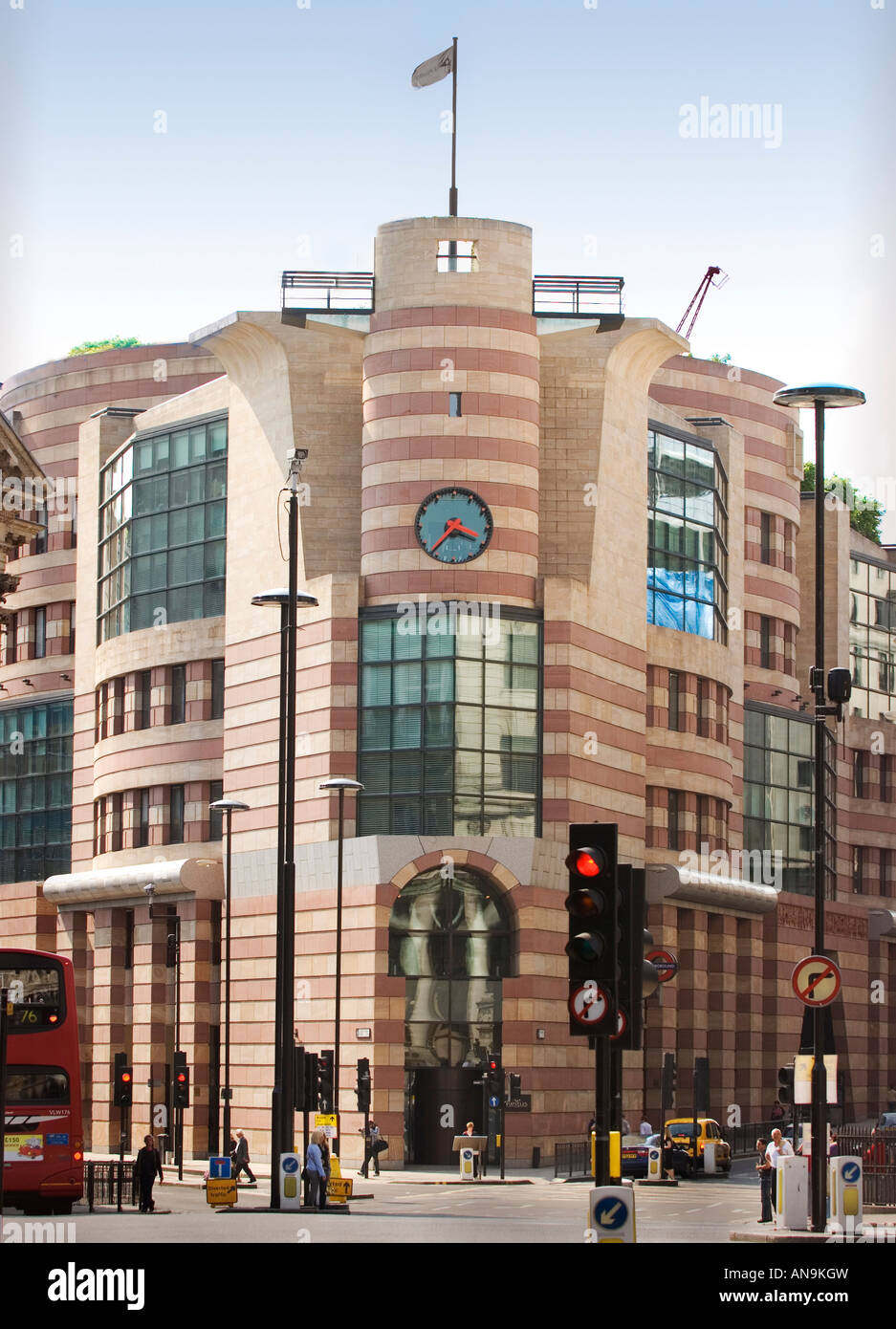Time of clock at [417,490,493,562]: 3:36
